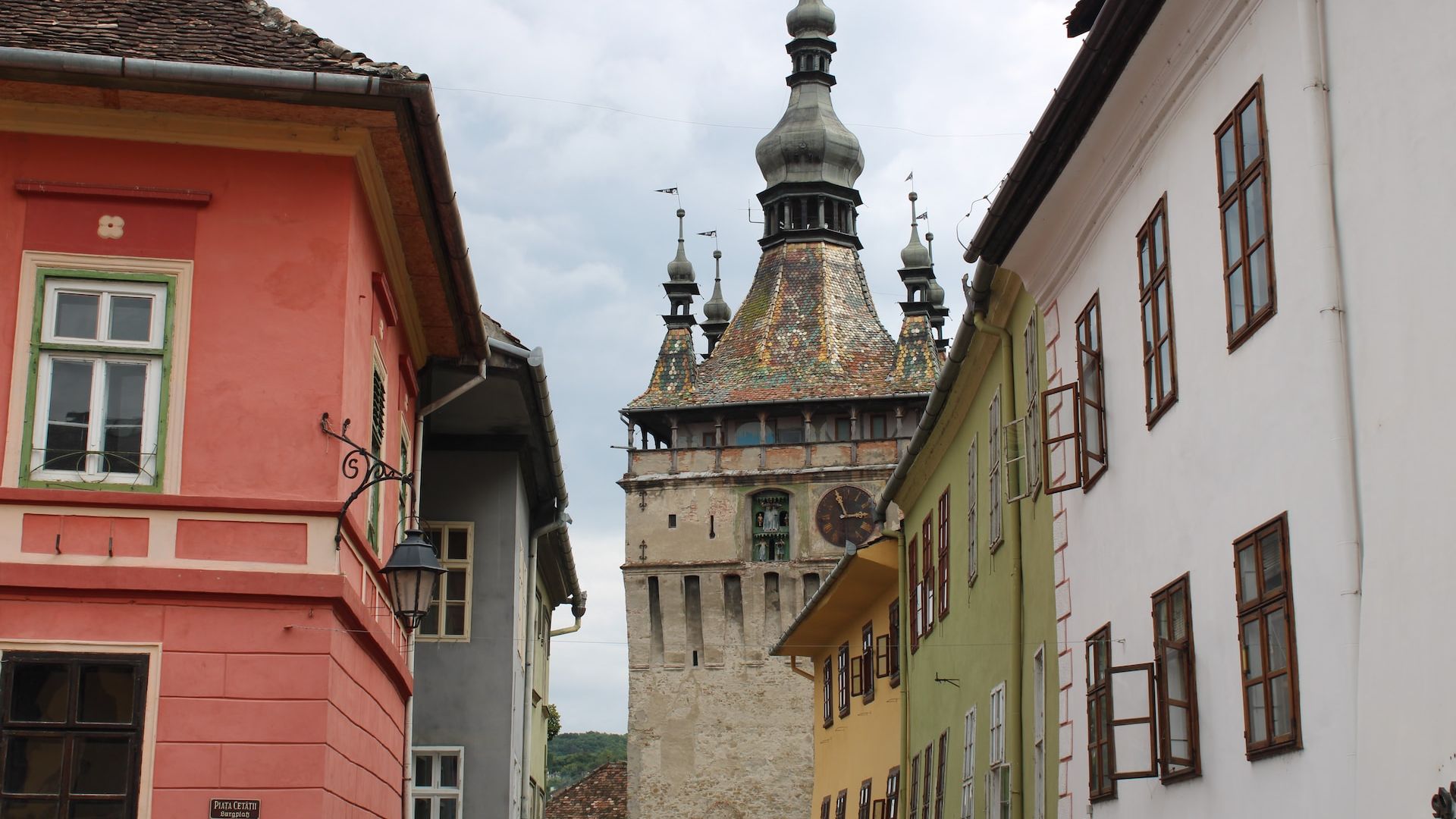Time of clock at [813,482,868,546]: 2:56
